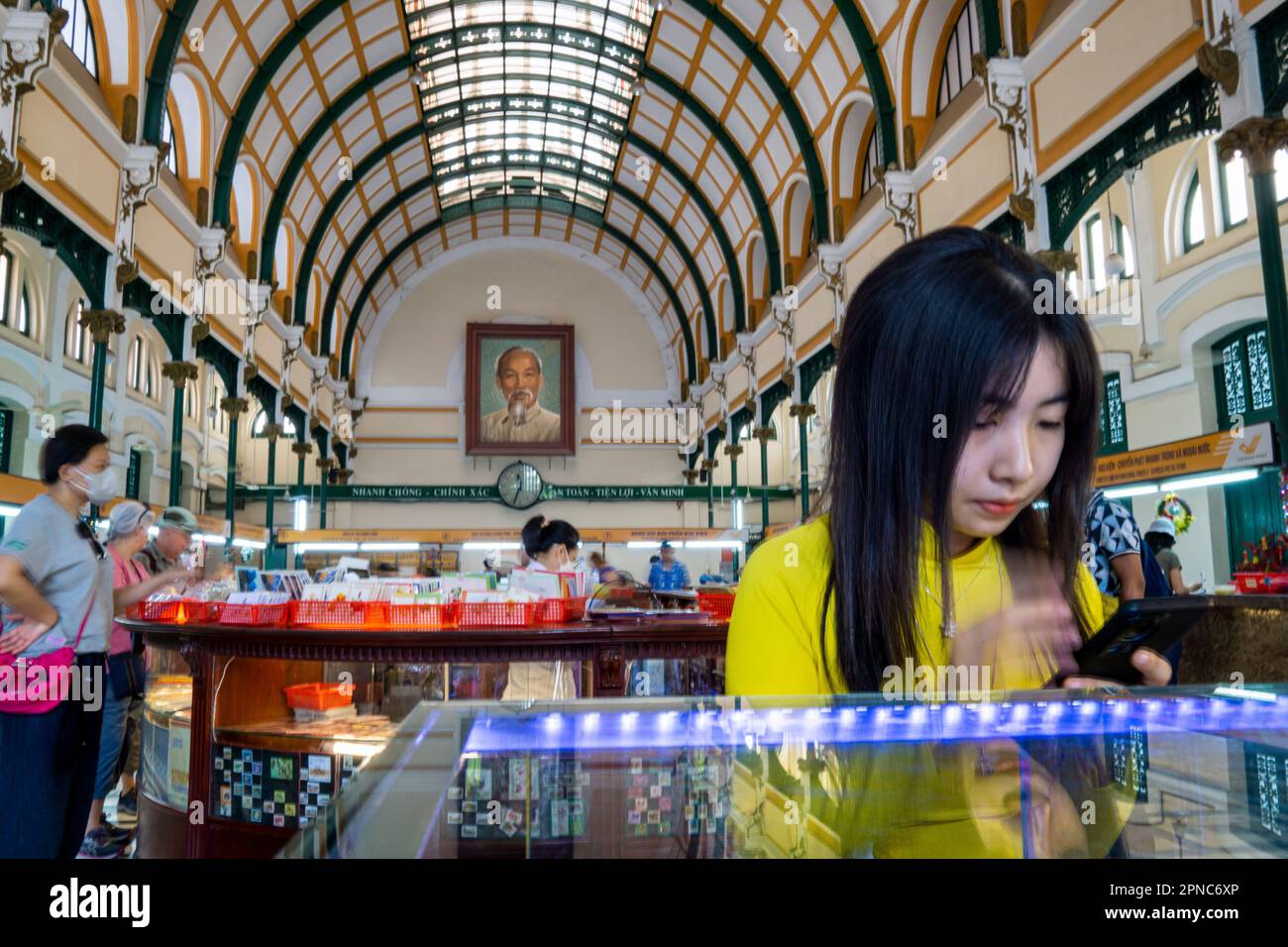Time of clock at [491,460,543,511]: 11:33
